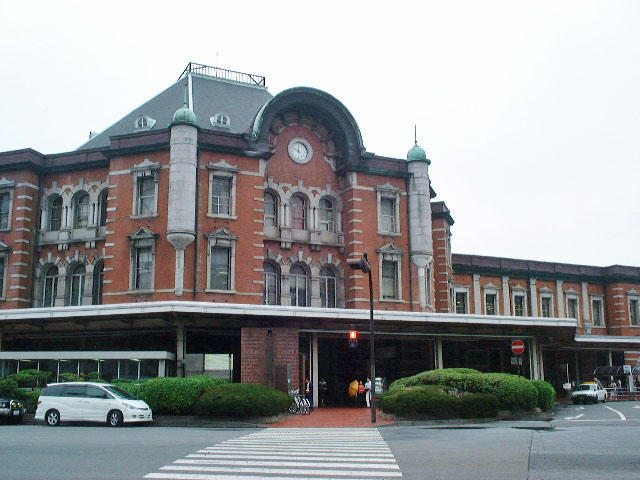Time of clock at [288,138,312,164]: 11:48
